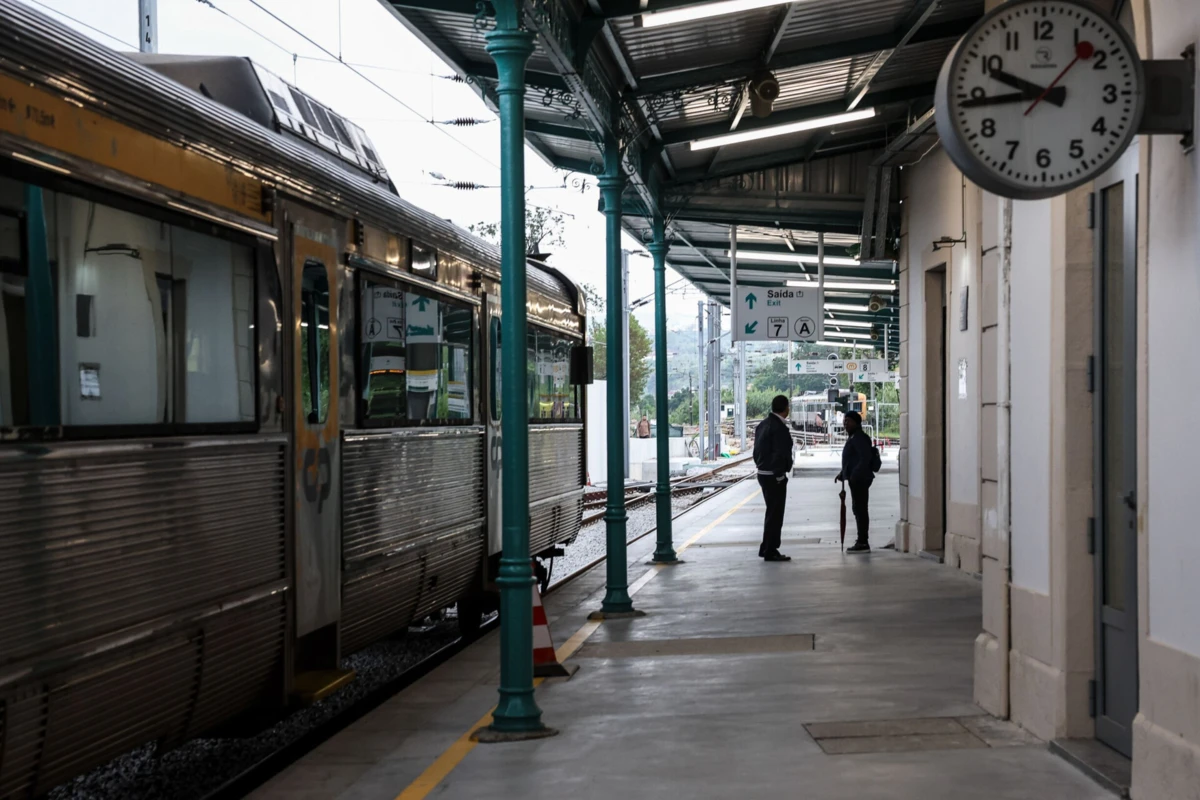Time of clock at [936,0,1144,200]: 9:43
